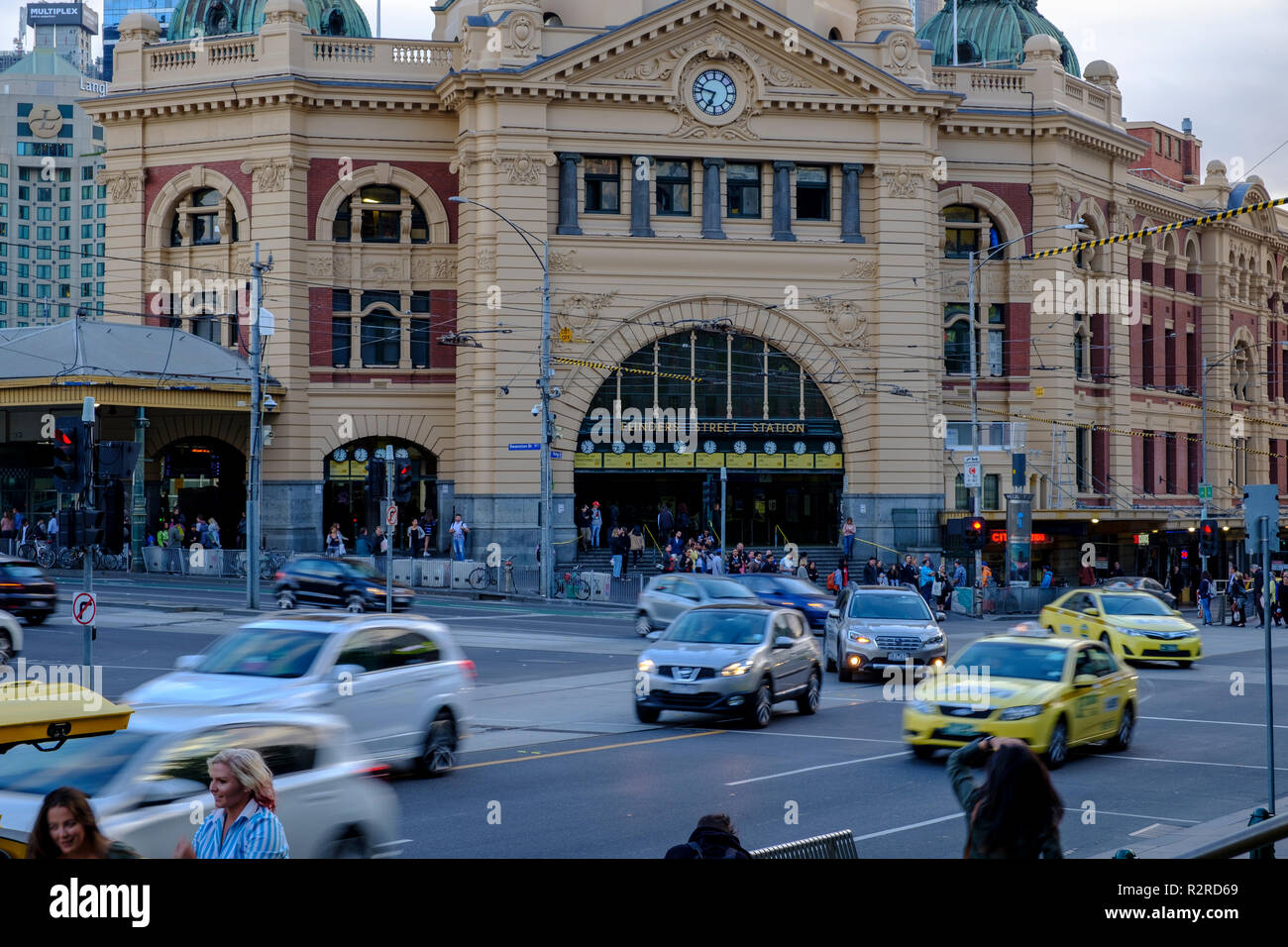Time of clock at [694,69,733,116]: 6:47
